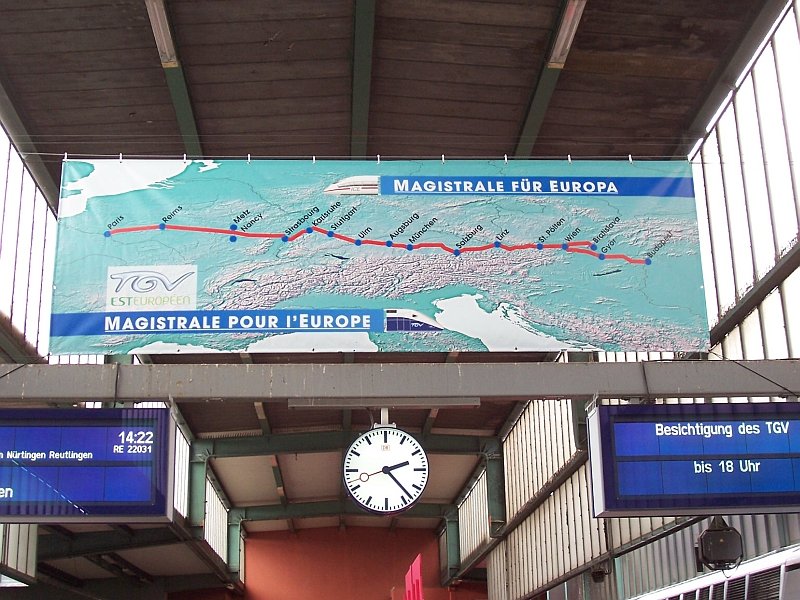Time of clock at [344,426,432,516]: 2:23
